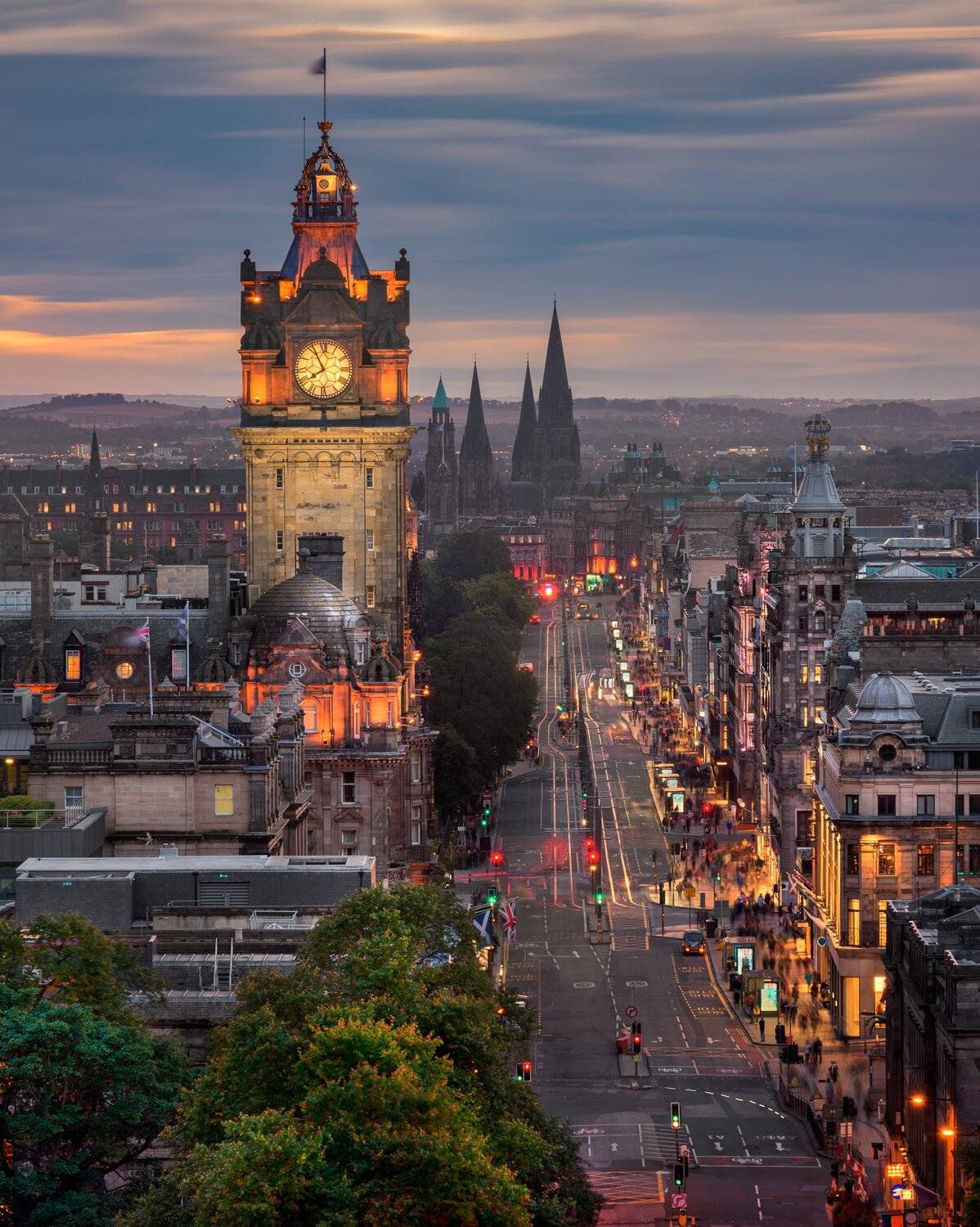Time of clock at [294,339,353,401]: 7:55
